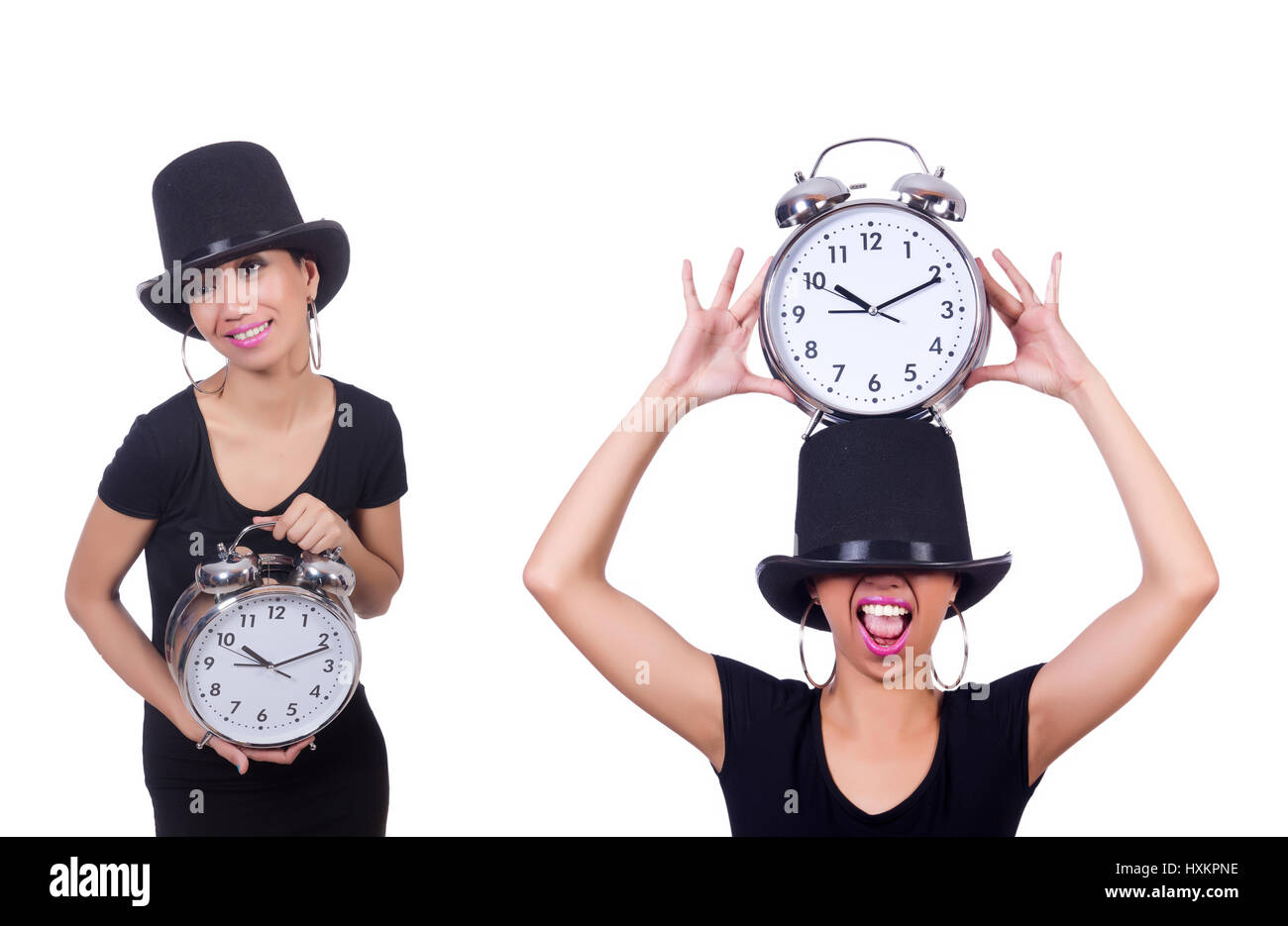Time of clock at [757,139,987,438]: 10:11
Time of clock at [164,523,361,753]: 10:11
